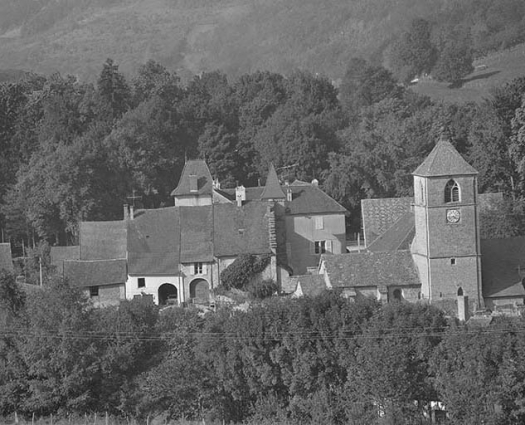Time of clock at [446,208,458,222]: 4:42
